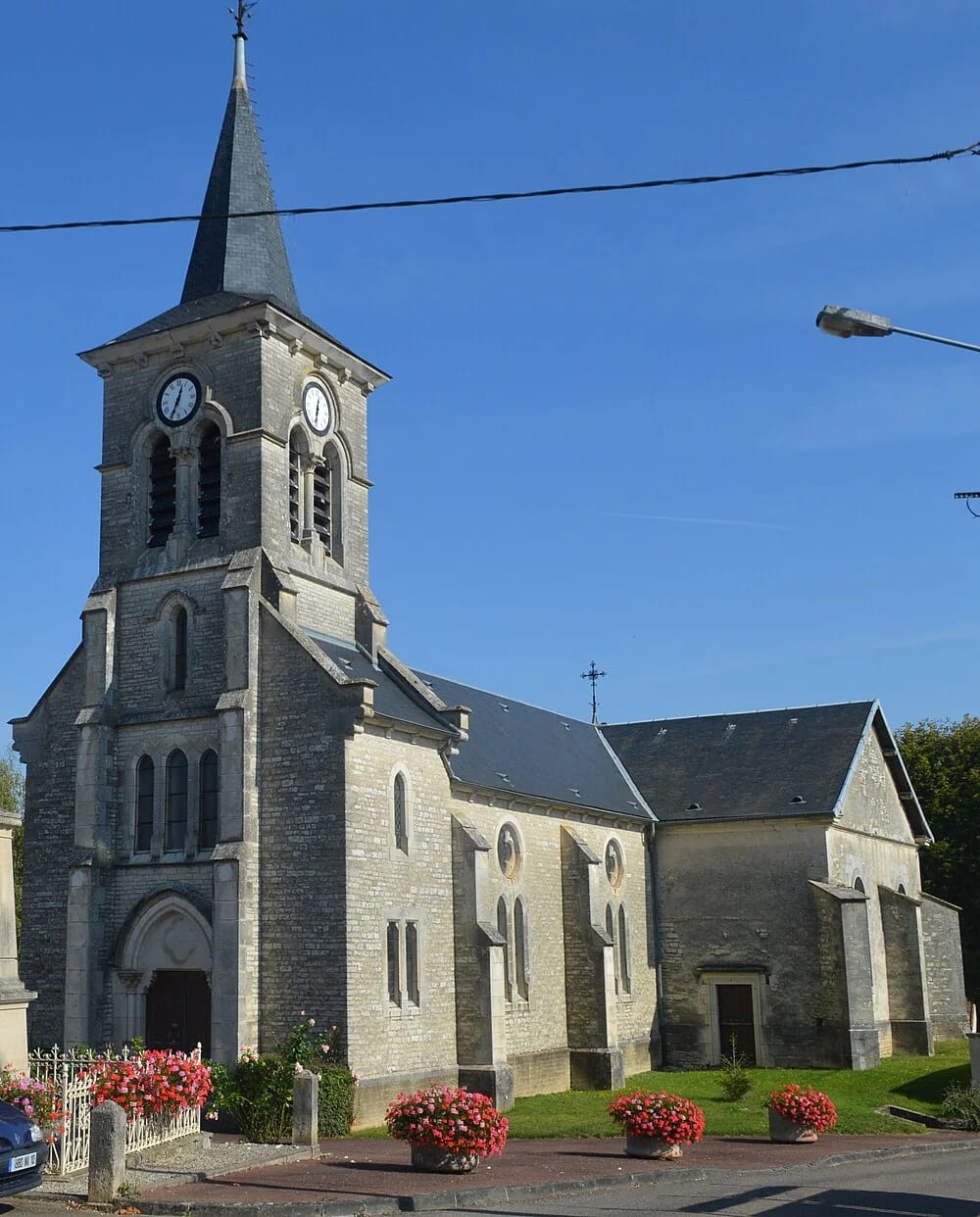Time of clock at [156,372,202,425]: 12:34
